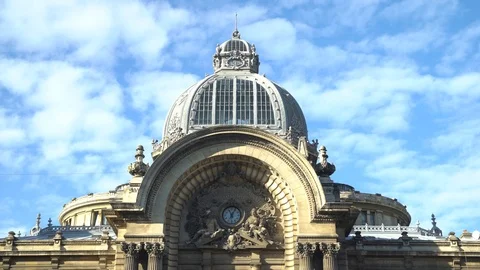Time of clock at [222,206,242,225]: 11:04
